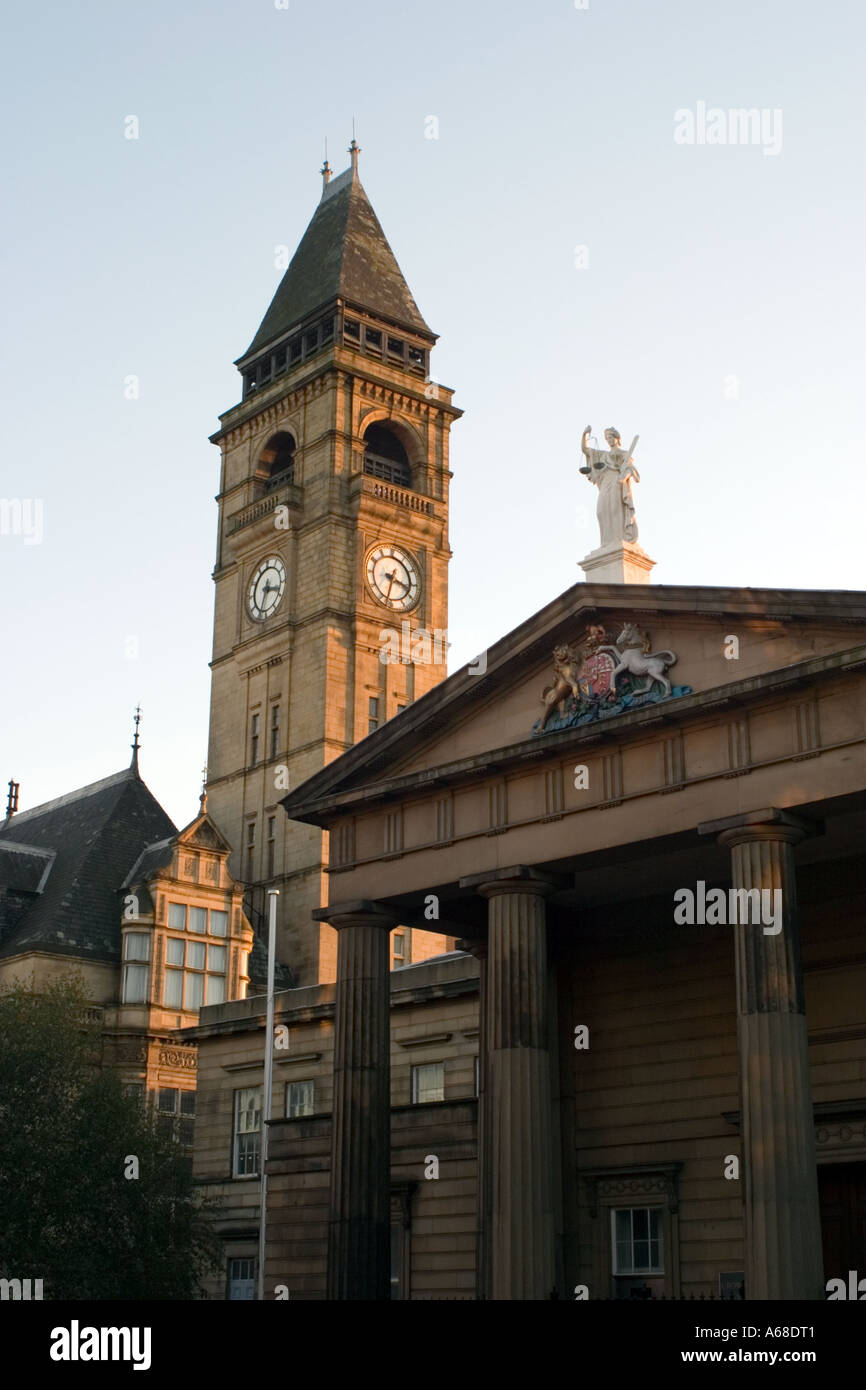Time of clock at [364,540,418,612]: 3:32
